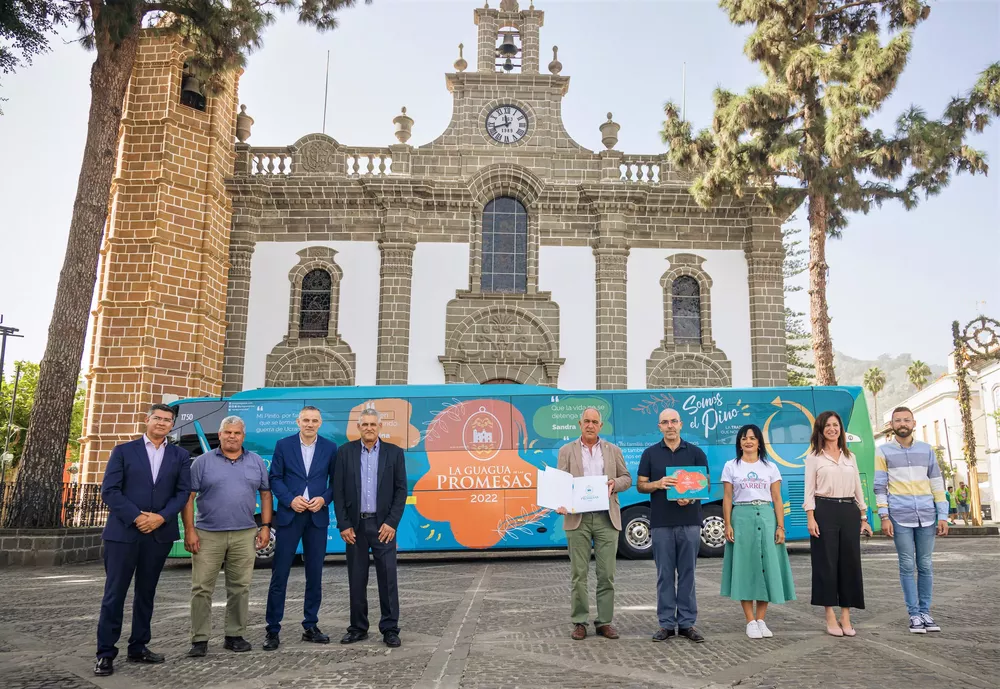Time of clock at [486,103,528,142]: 11:41
